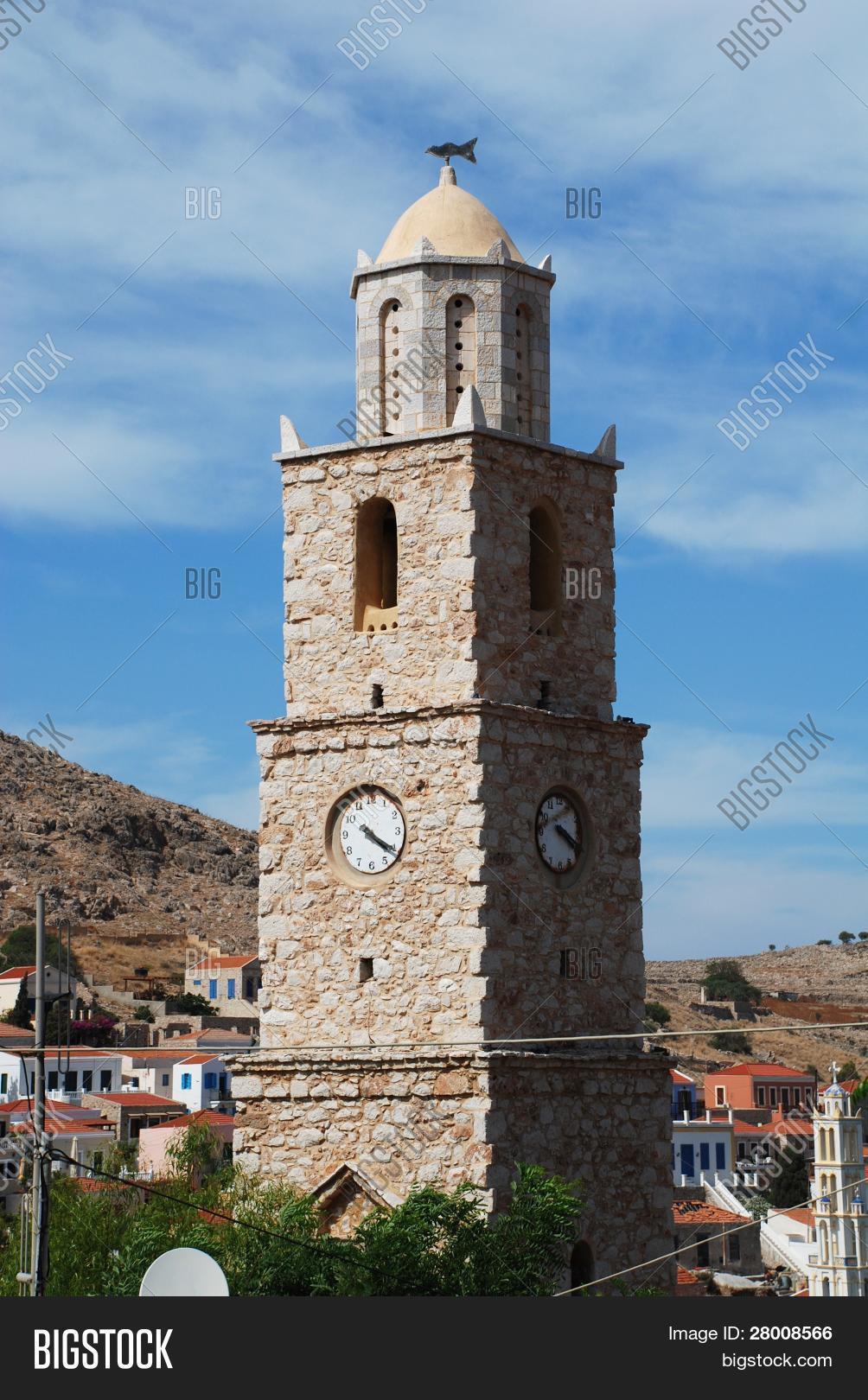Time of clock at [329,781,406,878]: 4:20
